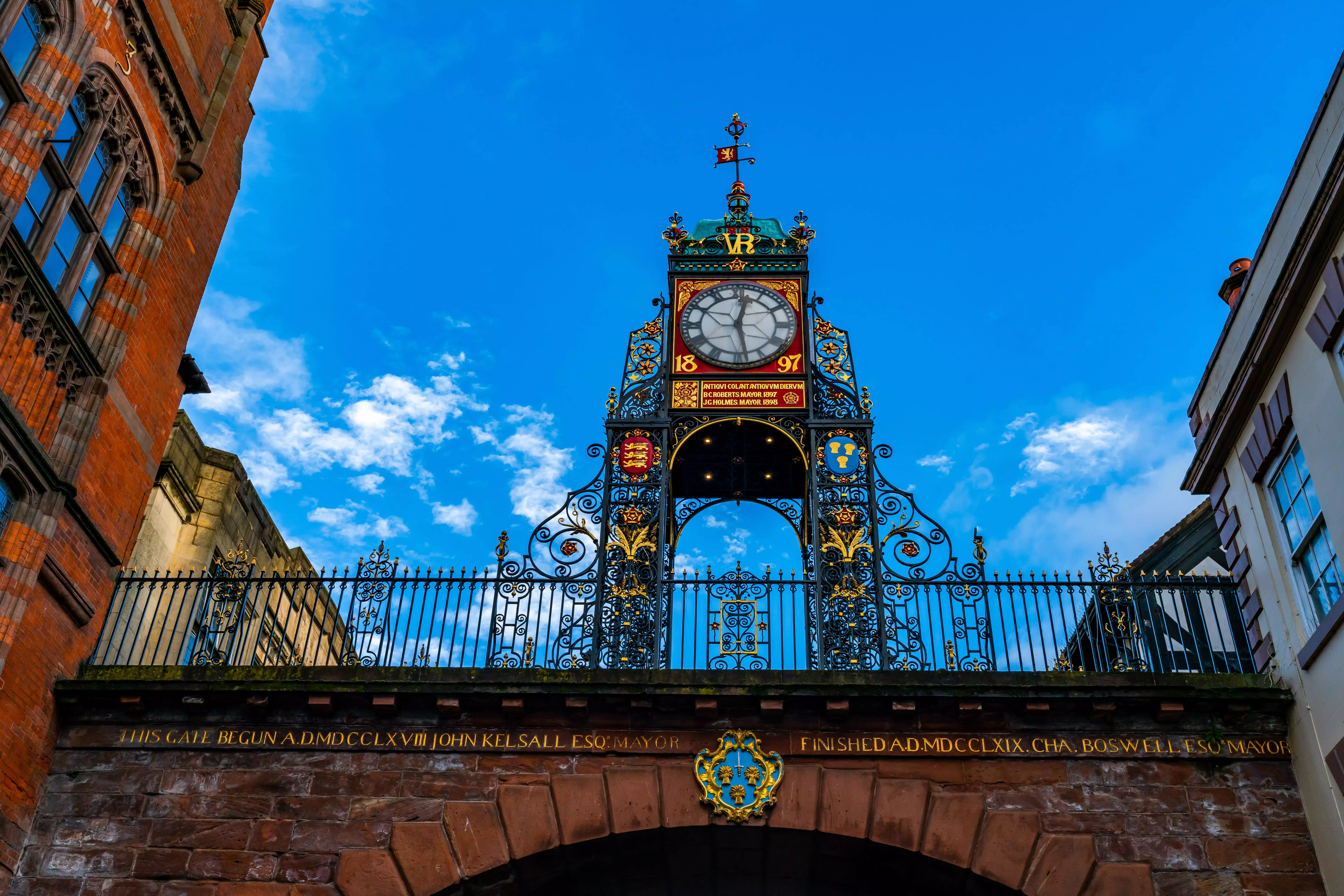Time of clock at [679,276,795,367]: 12:27
